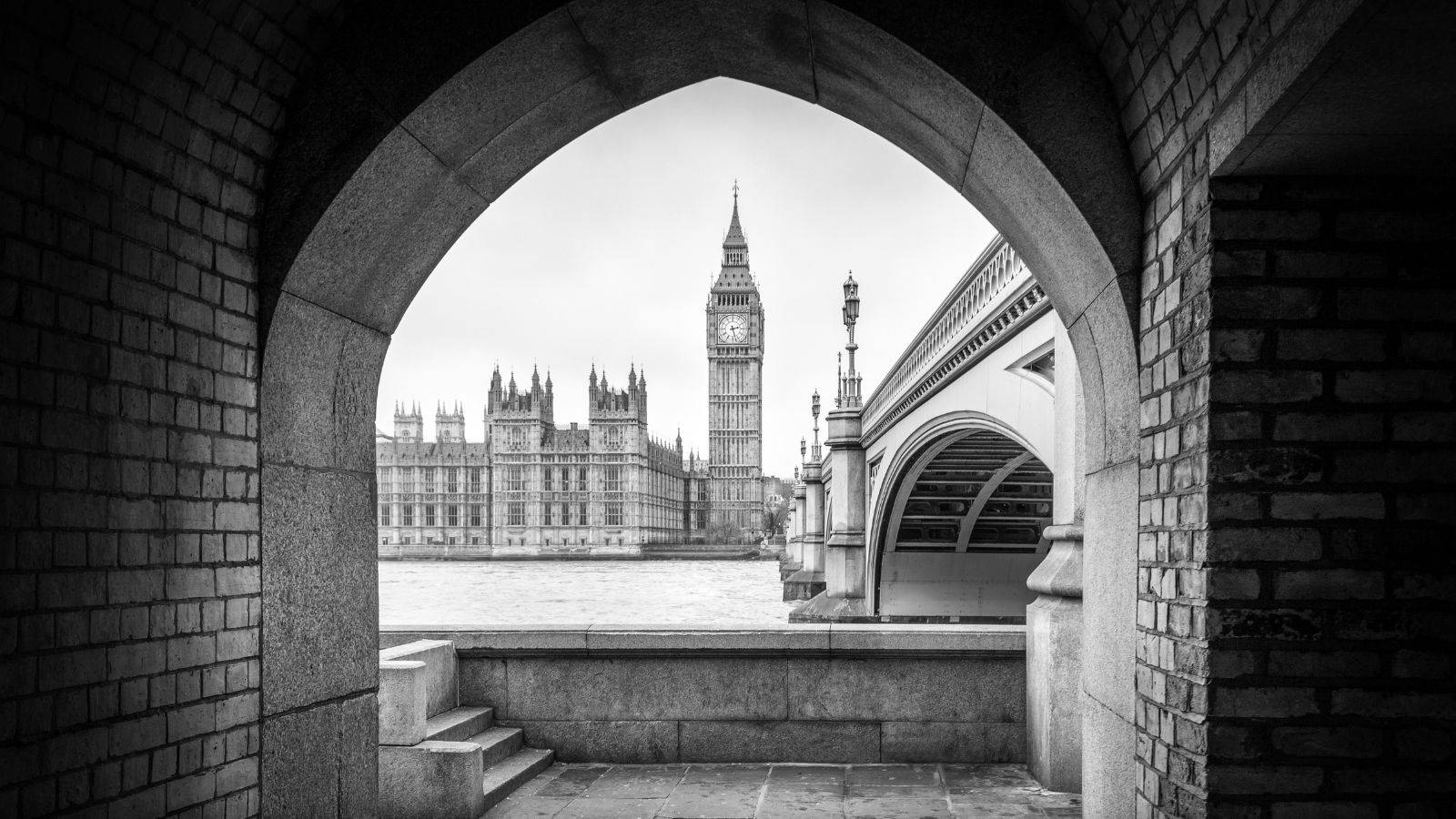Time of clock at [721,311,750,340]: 2:27
